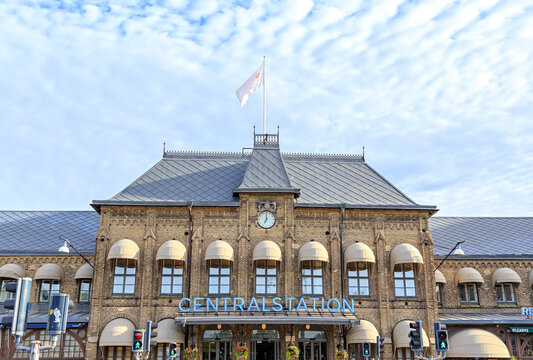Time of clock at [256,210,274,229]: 7:00
